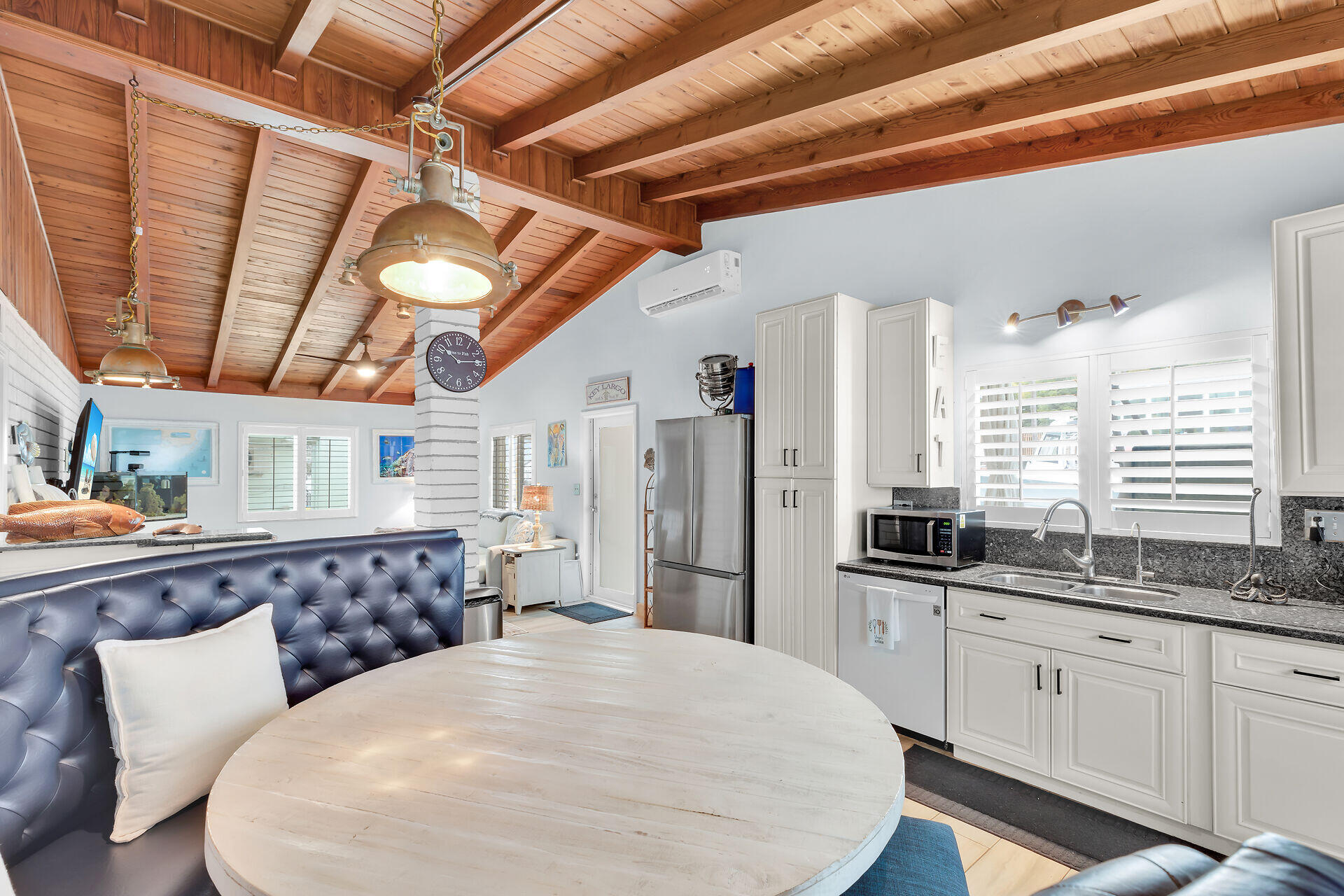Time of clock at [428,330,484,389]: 10:14
